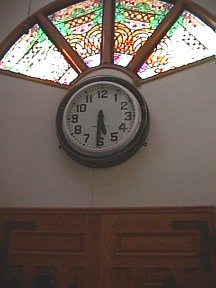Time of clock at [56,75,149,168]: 5:30
